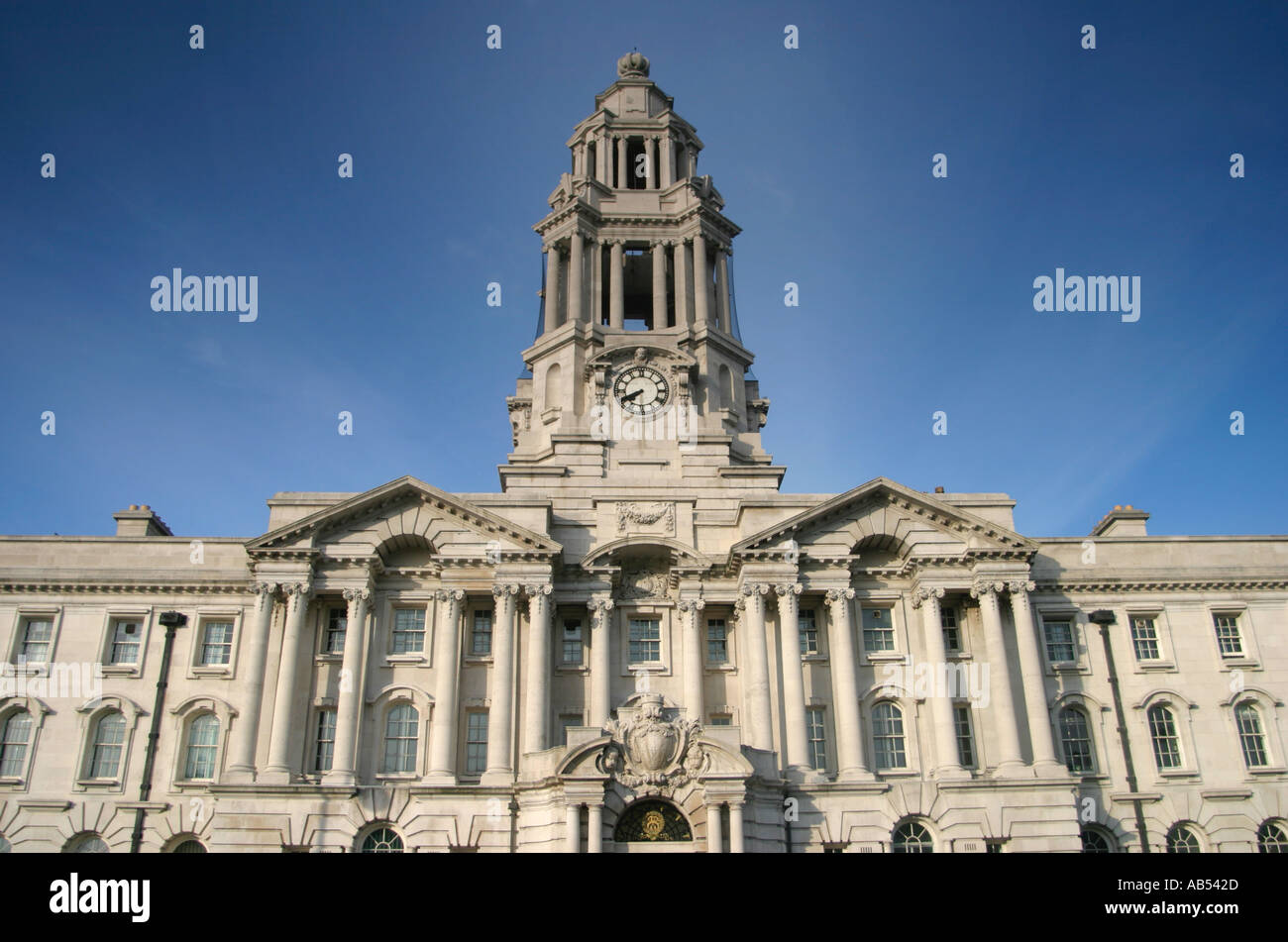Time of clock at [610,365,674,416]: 7:40
